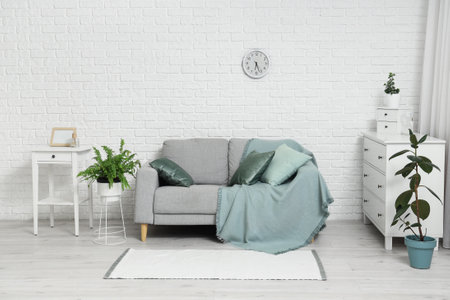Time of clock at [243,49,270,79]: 6:26
